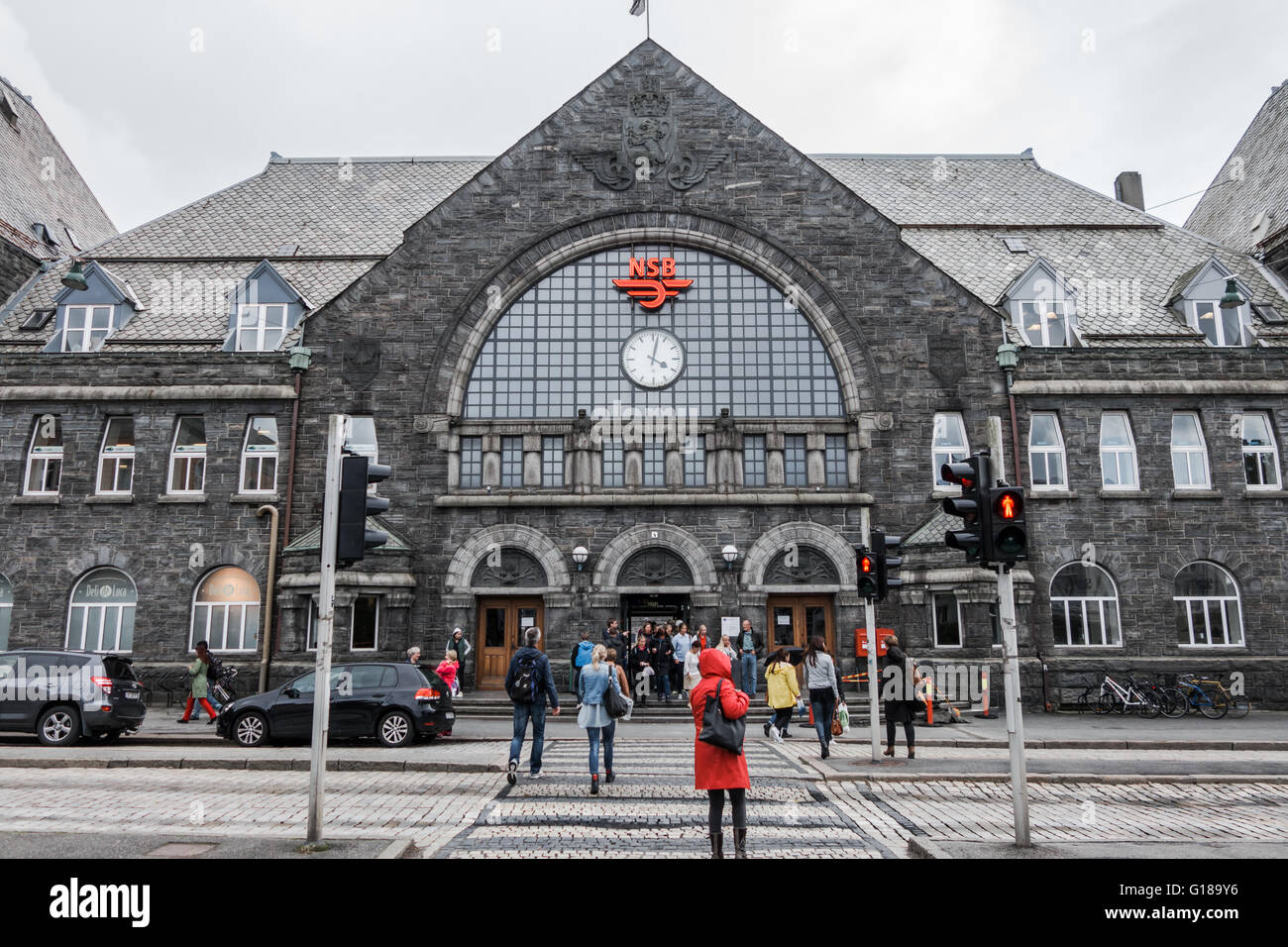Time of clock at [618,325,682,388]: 4:02
